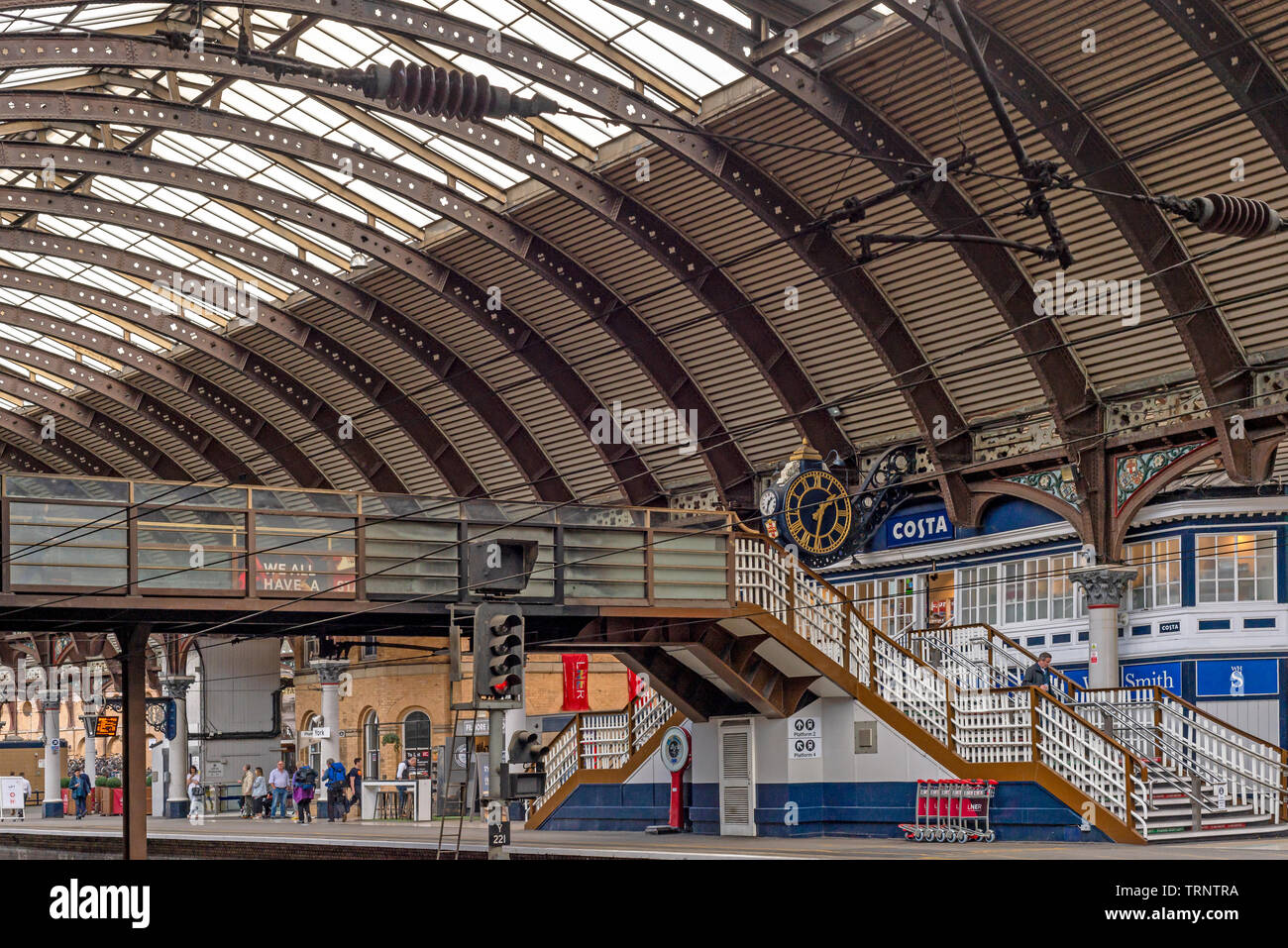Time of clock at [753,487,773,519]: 1:32
